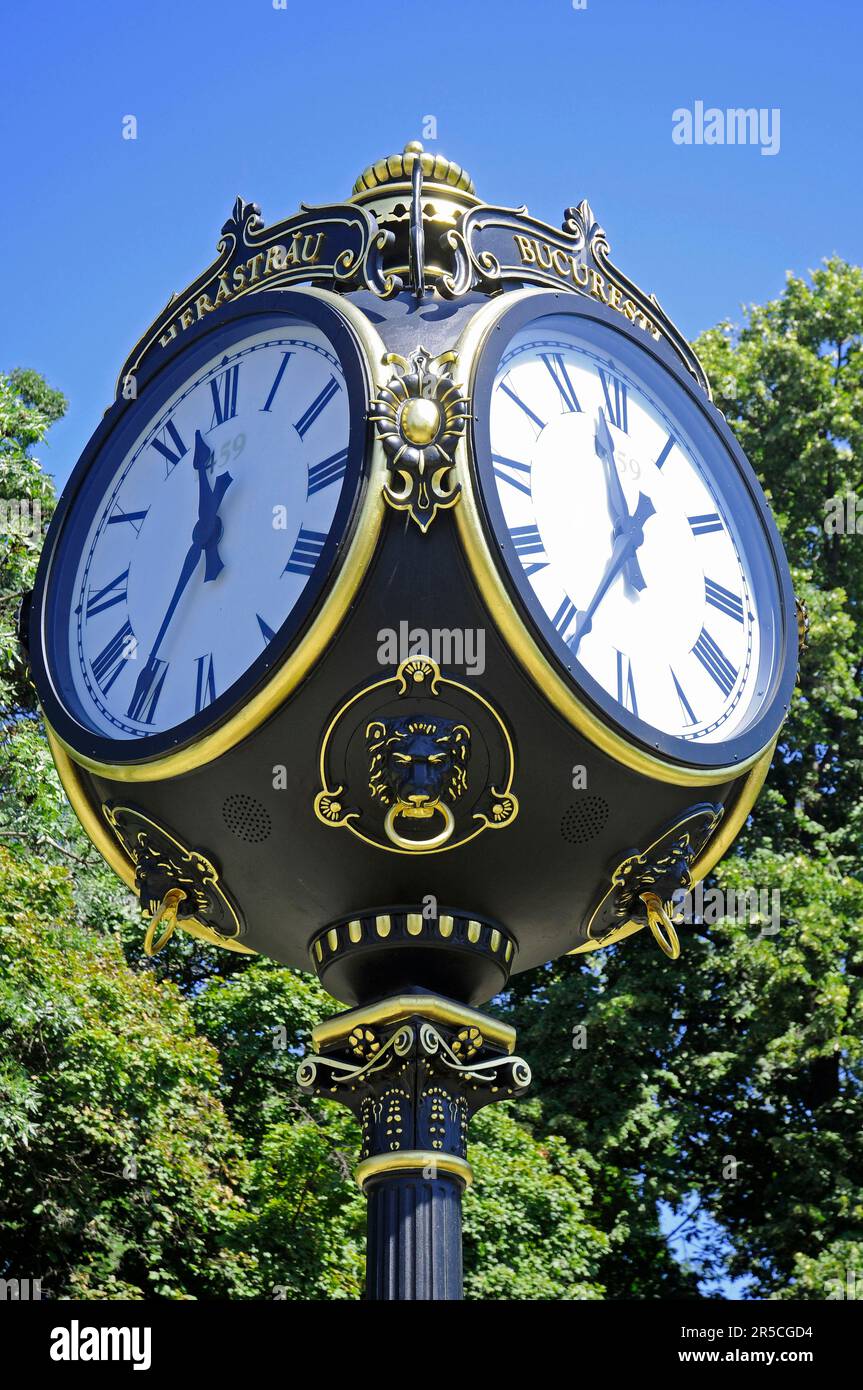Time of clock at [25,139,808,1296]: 11:35
